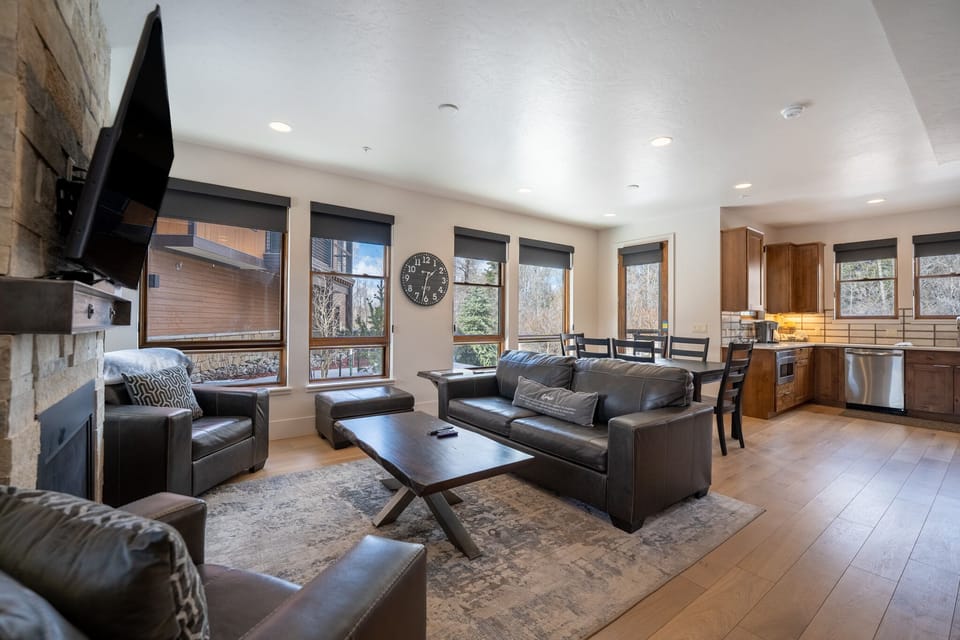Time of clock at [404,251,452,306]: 1:32
